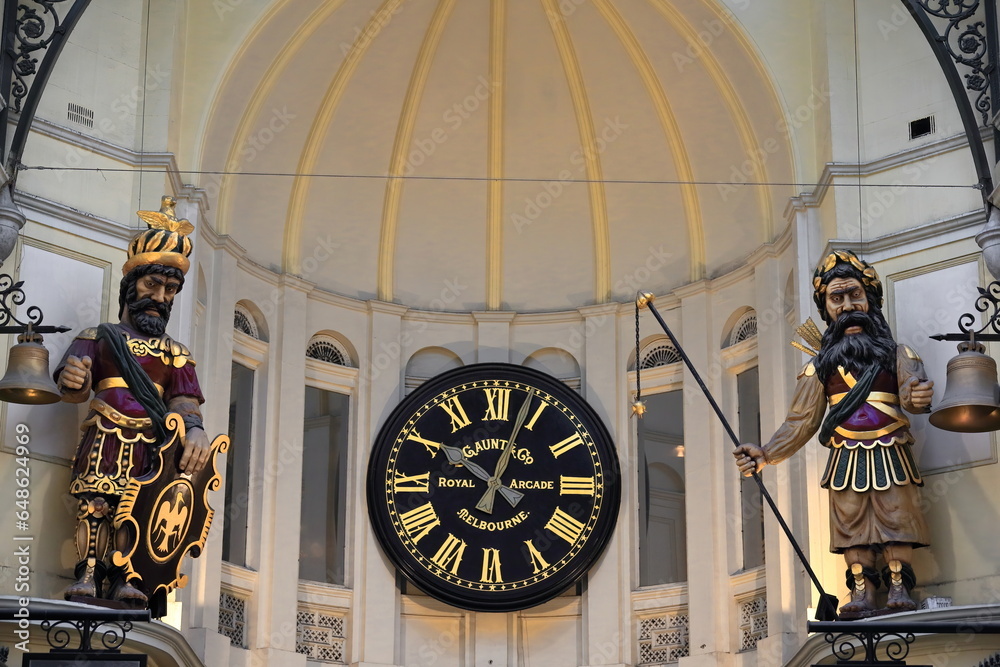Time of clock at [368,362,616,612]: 10:03
